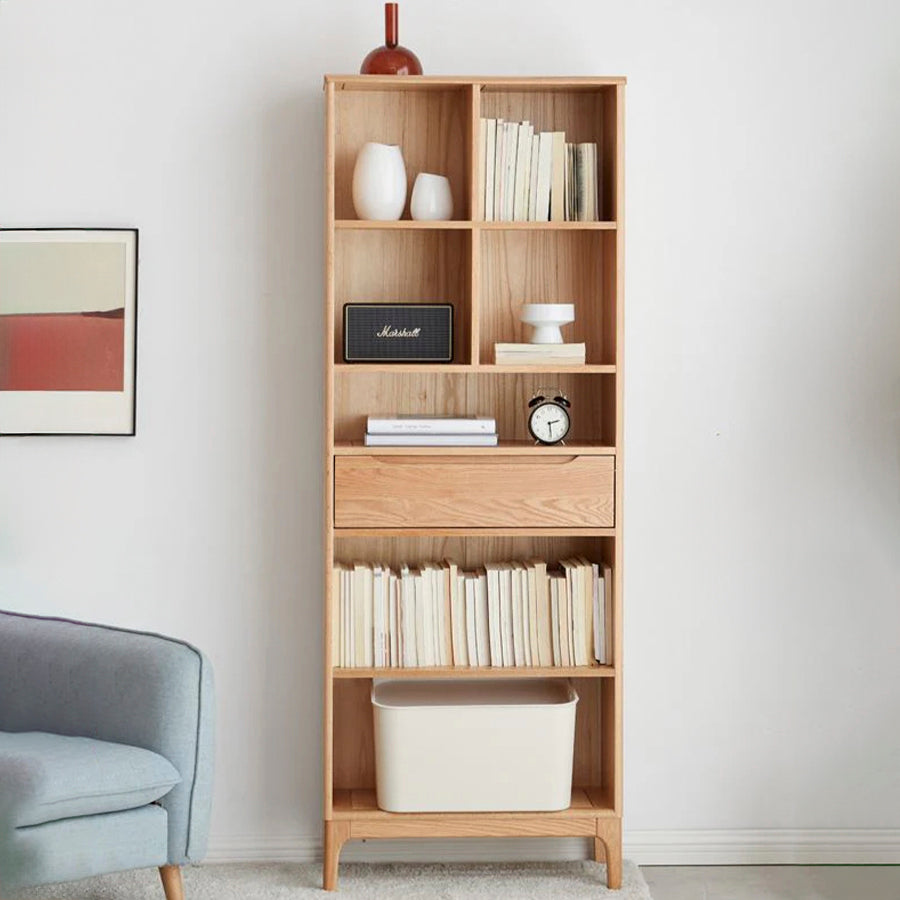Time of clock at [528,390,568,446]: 2:29
